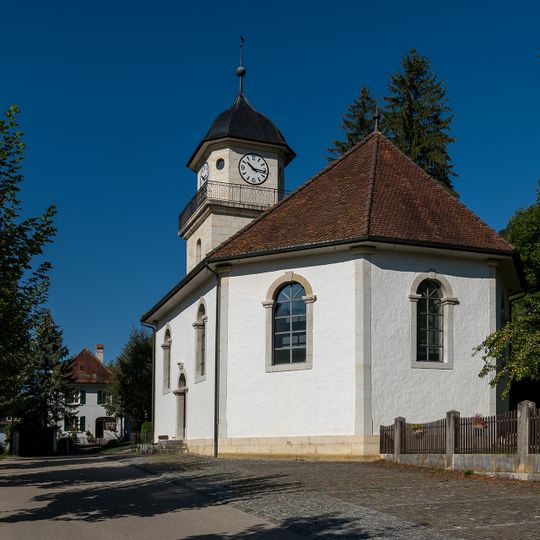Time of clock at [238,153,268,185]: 10:15
